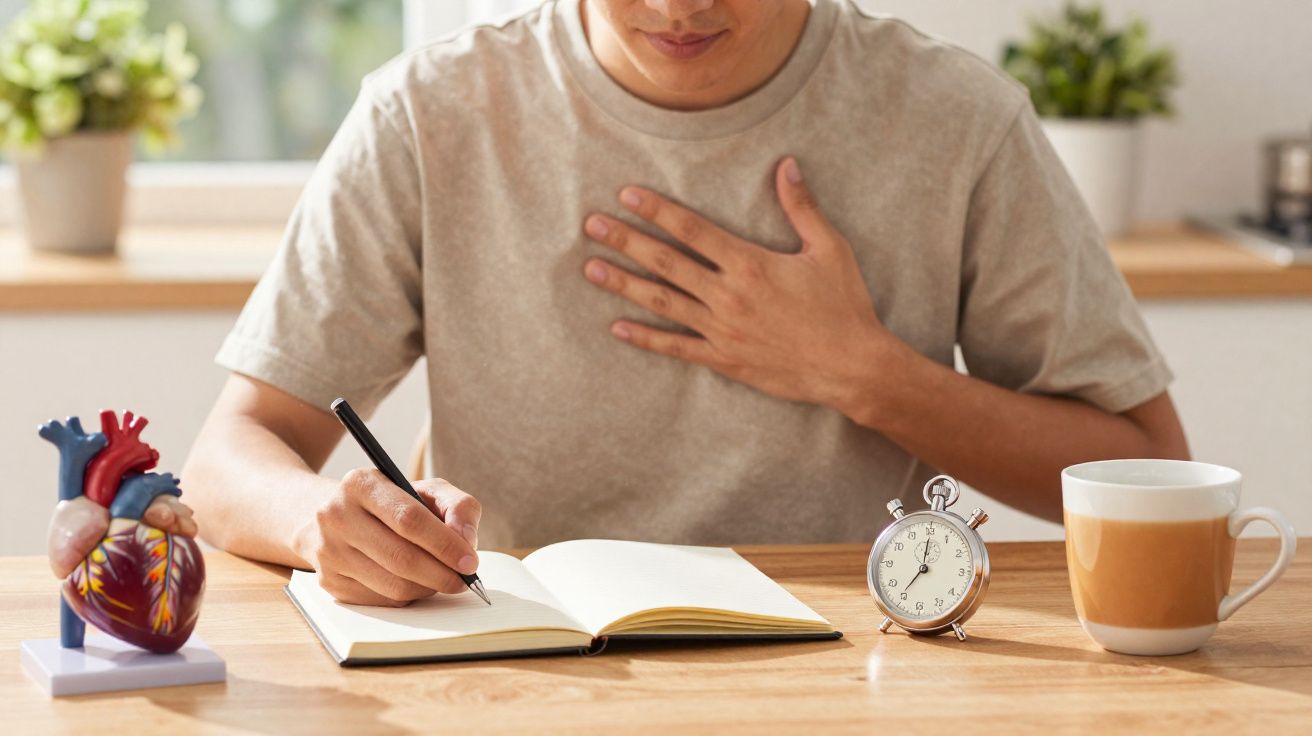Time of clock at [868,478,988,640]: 7:00
